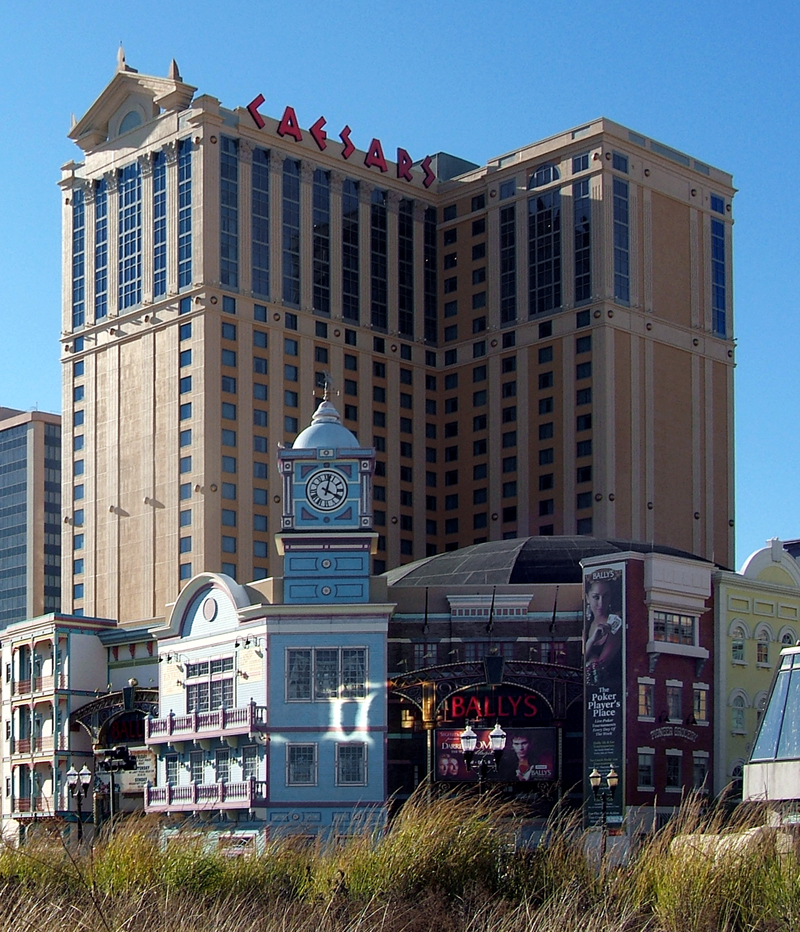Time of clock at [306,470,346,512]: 4:02
